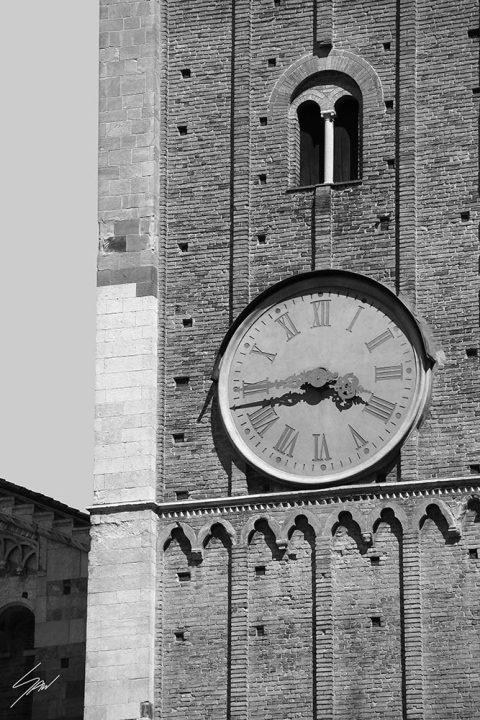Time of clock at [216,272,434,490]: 3:42
